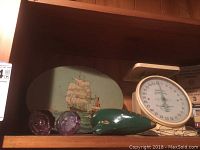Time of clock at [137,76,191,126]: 5:59
